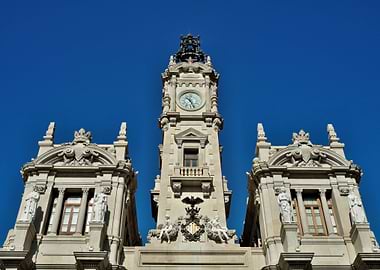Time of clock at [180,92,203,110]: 10:26
